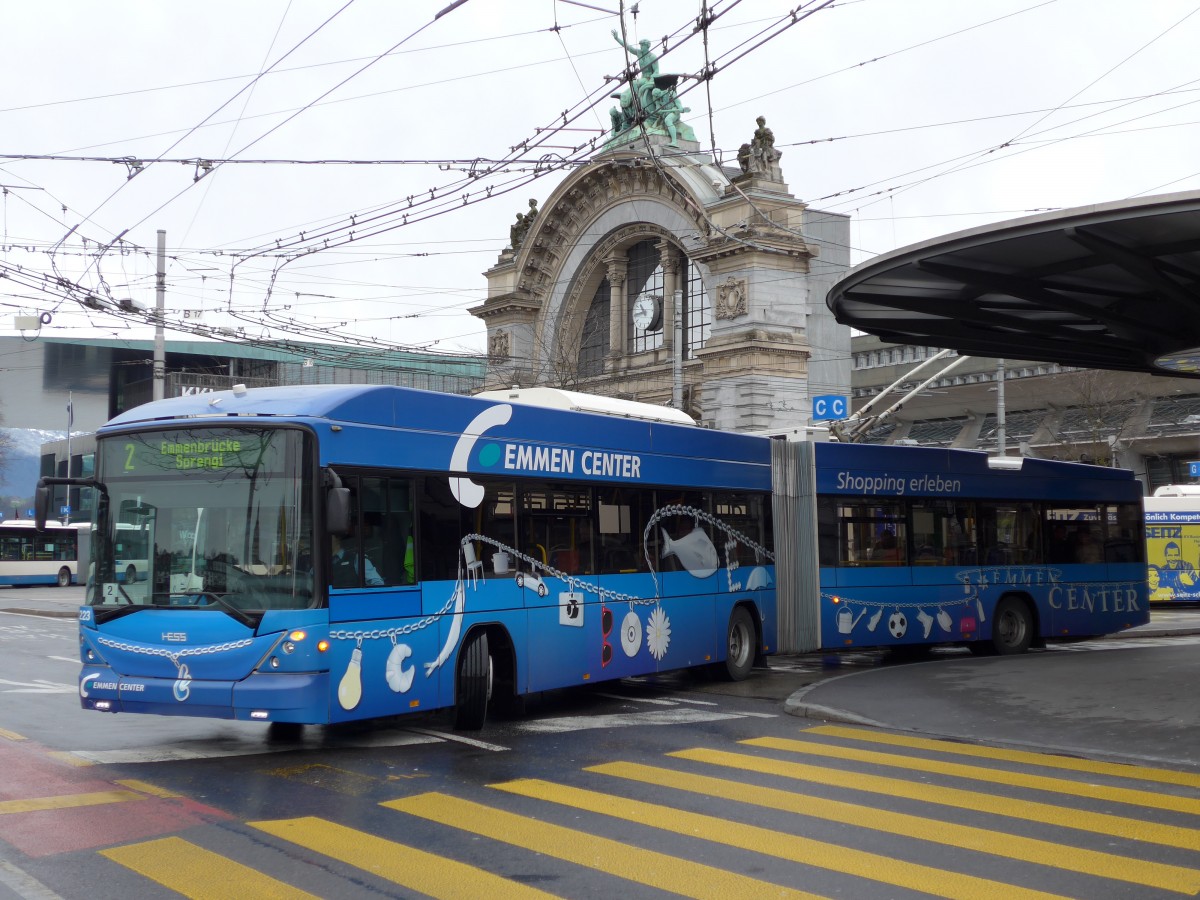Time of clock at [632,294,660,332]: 10:44
